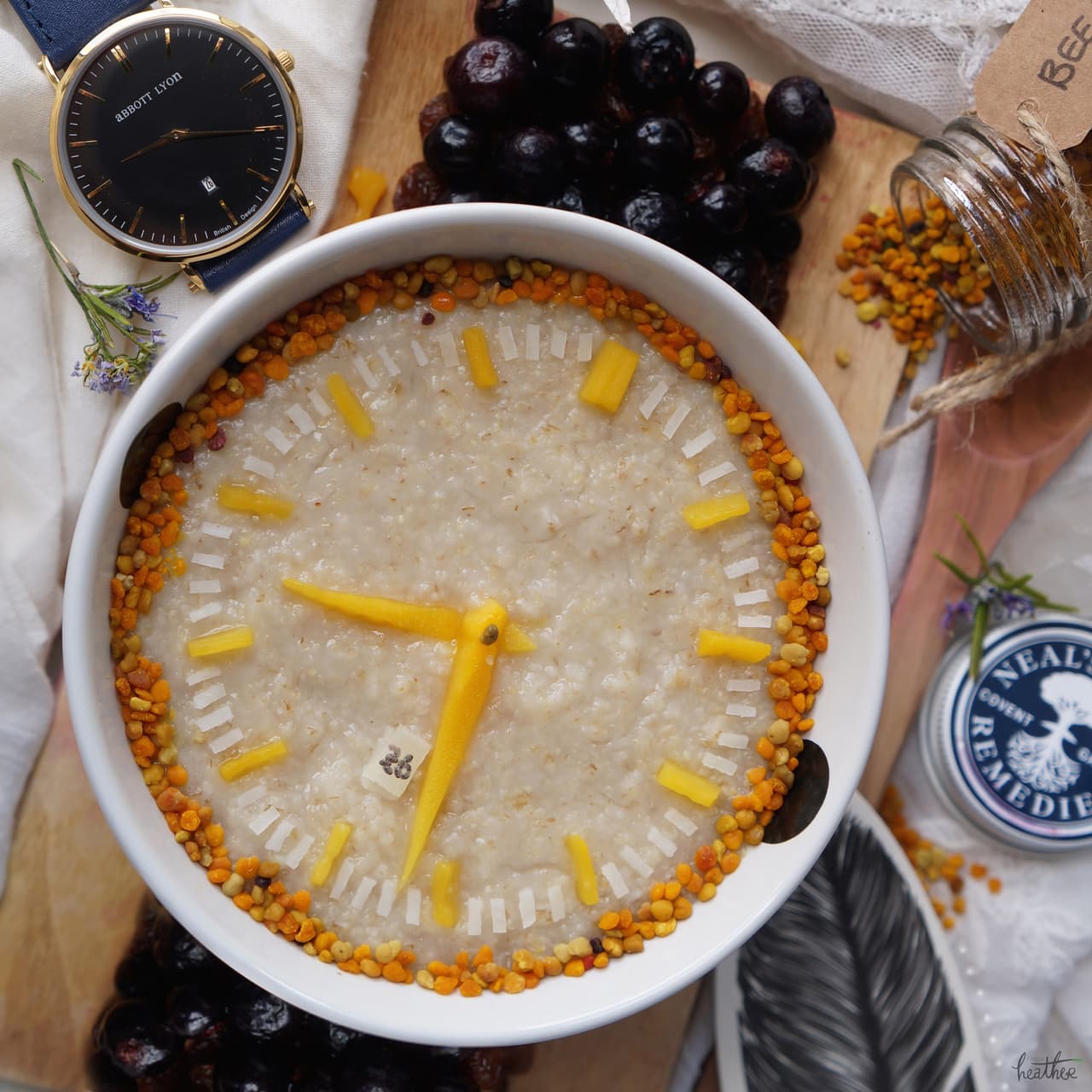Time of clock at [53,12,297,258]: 8:15
